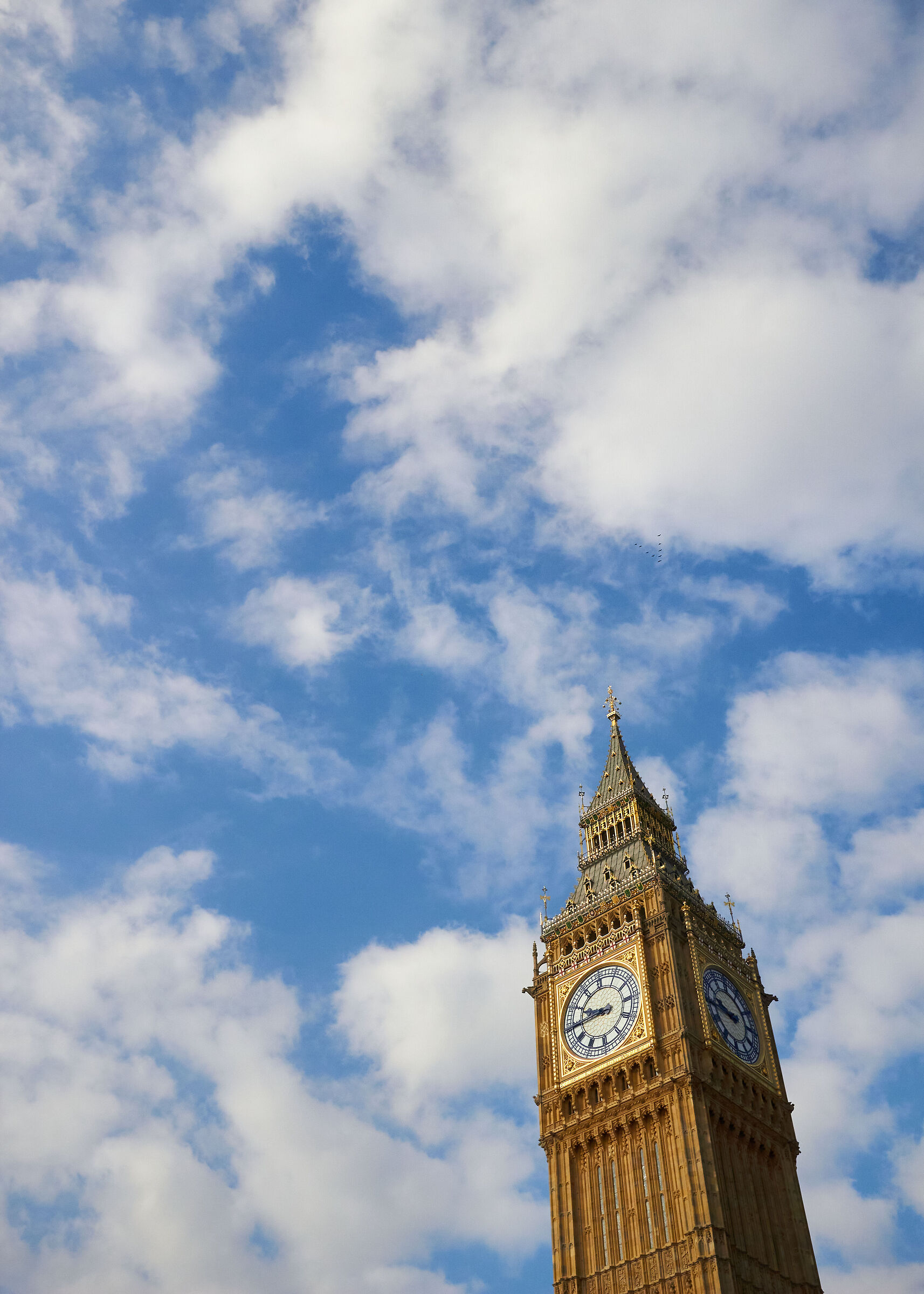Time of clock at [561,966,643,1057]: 9:44
